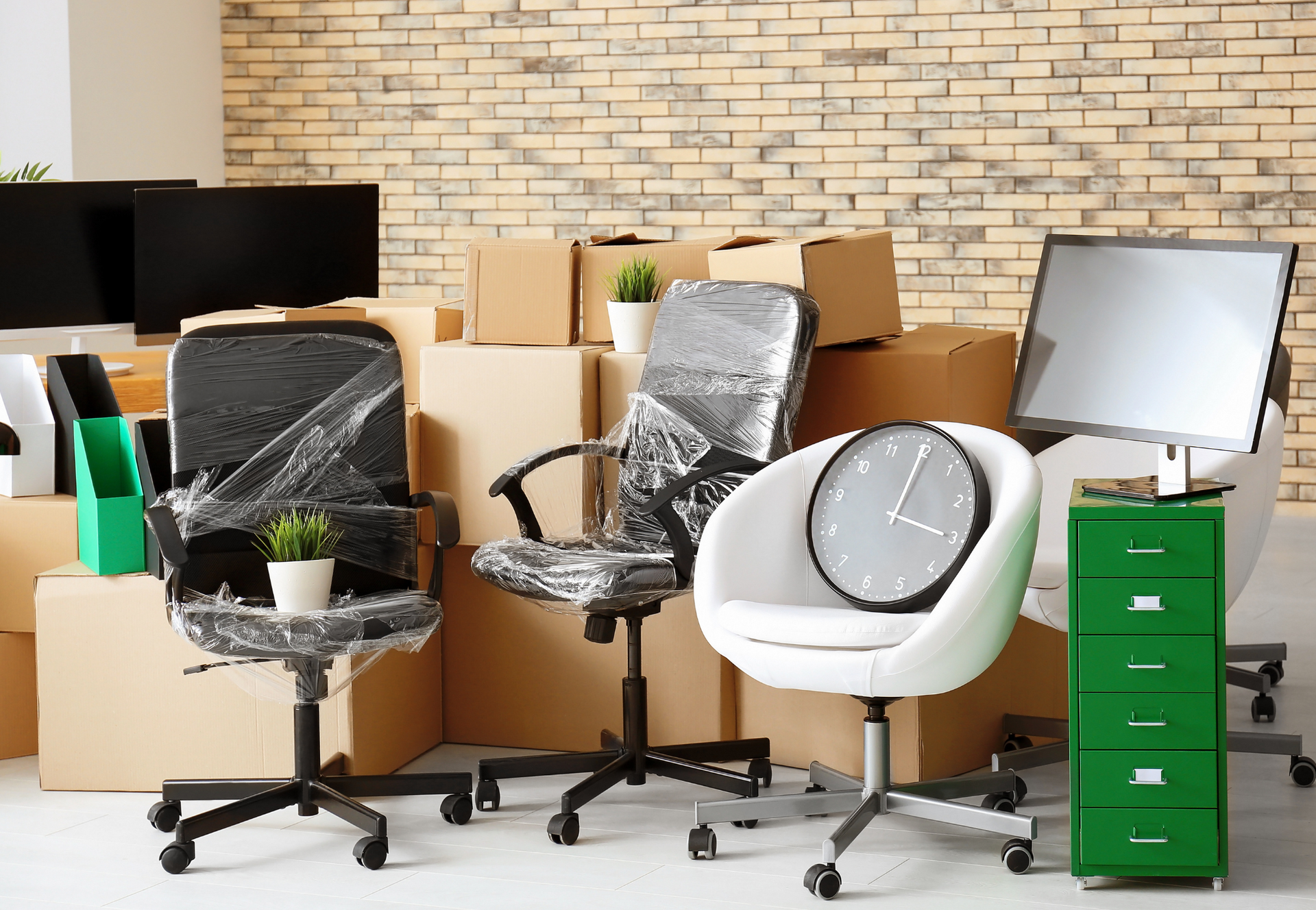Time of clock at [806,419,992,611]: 3:00
